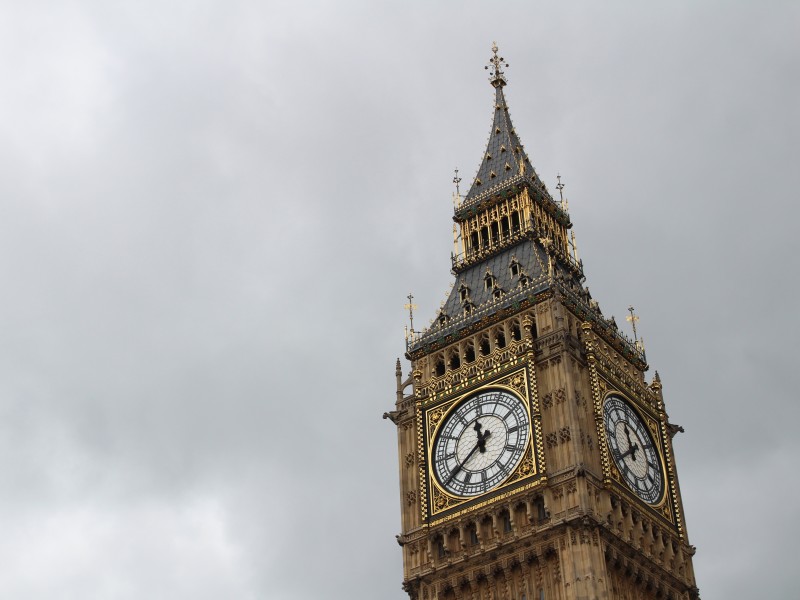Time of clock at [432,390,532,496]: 11:39
